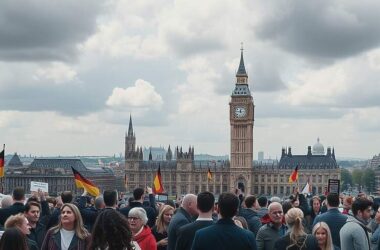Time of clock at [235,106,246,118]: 11:46
